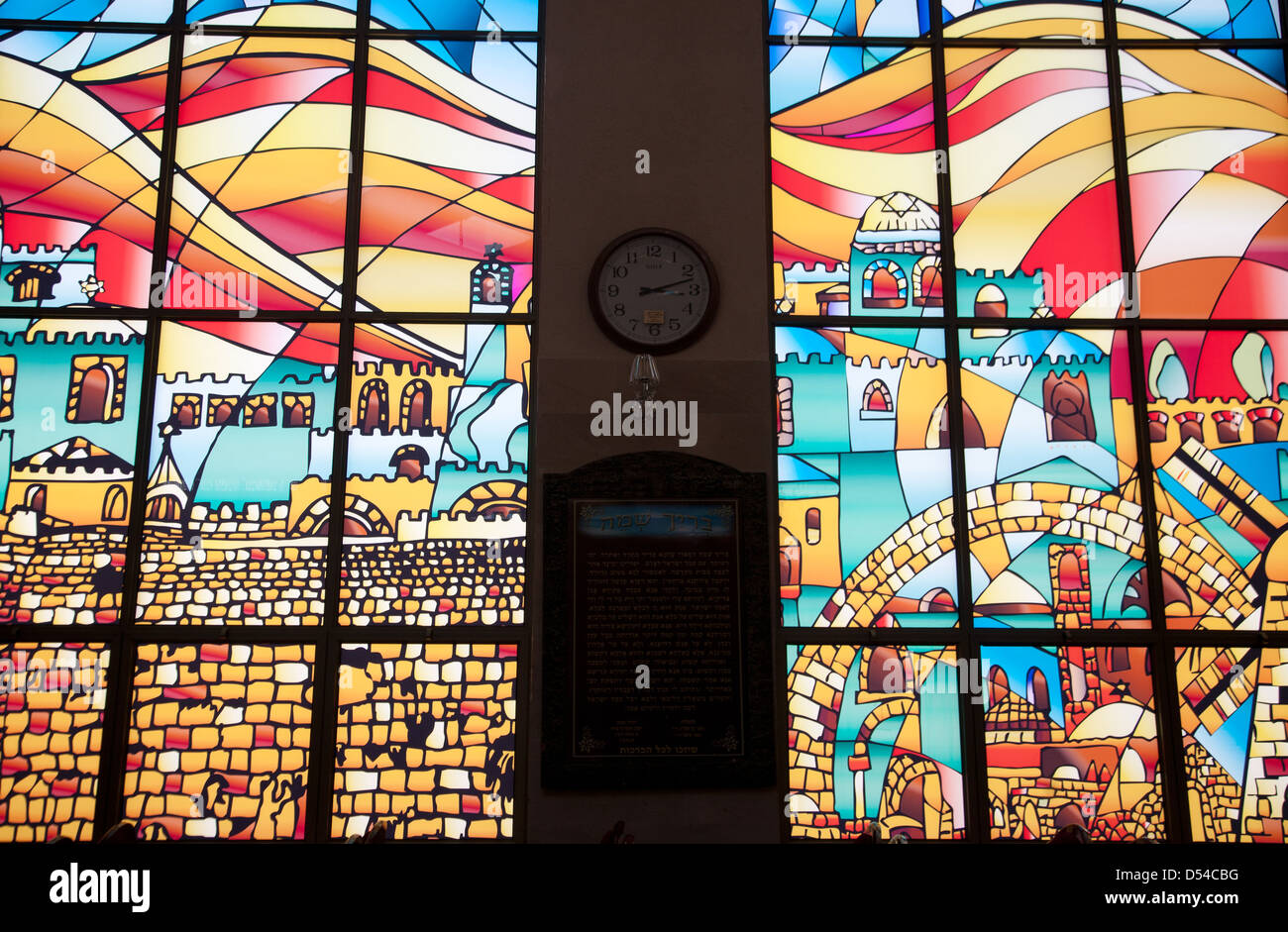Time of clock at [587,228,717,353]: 3:12
